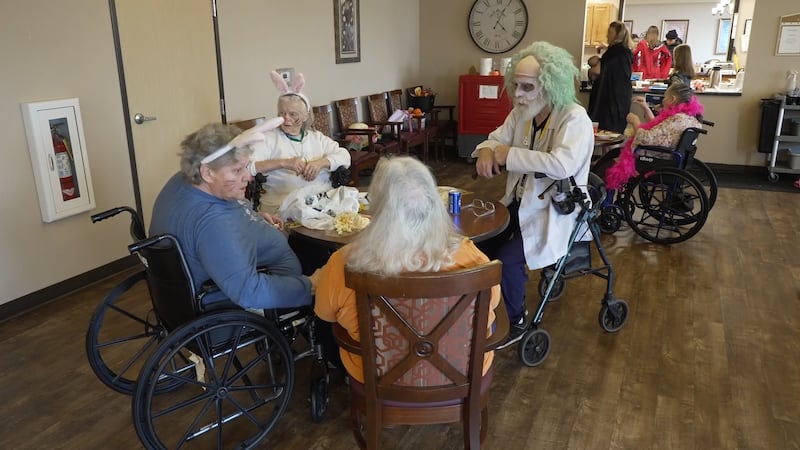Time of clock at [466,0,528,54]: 4:04
